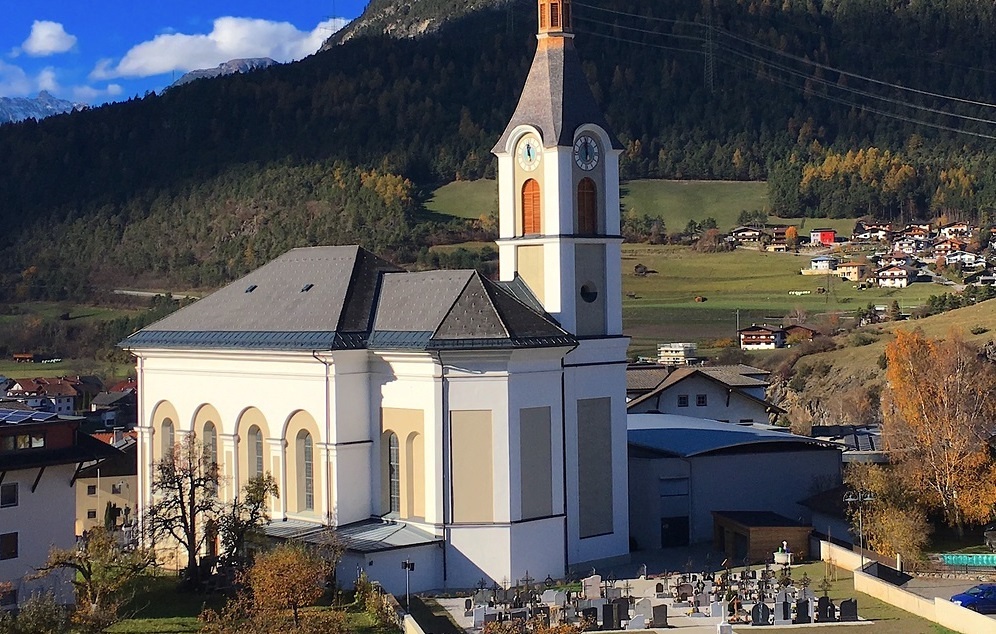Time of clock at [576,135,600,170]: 5:59
